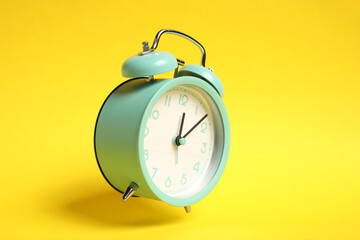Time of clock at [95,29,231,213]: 12:08
